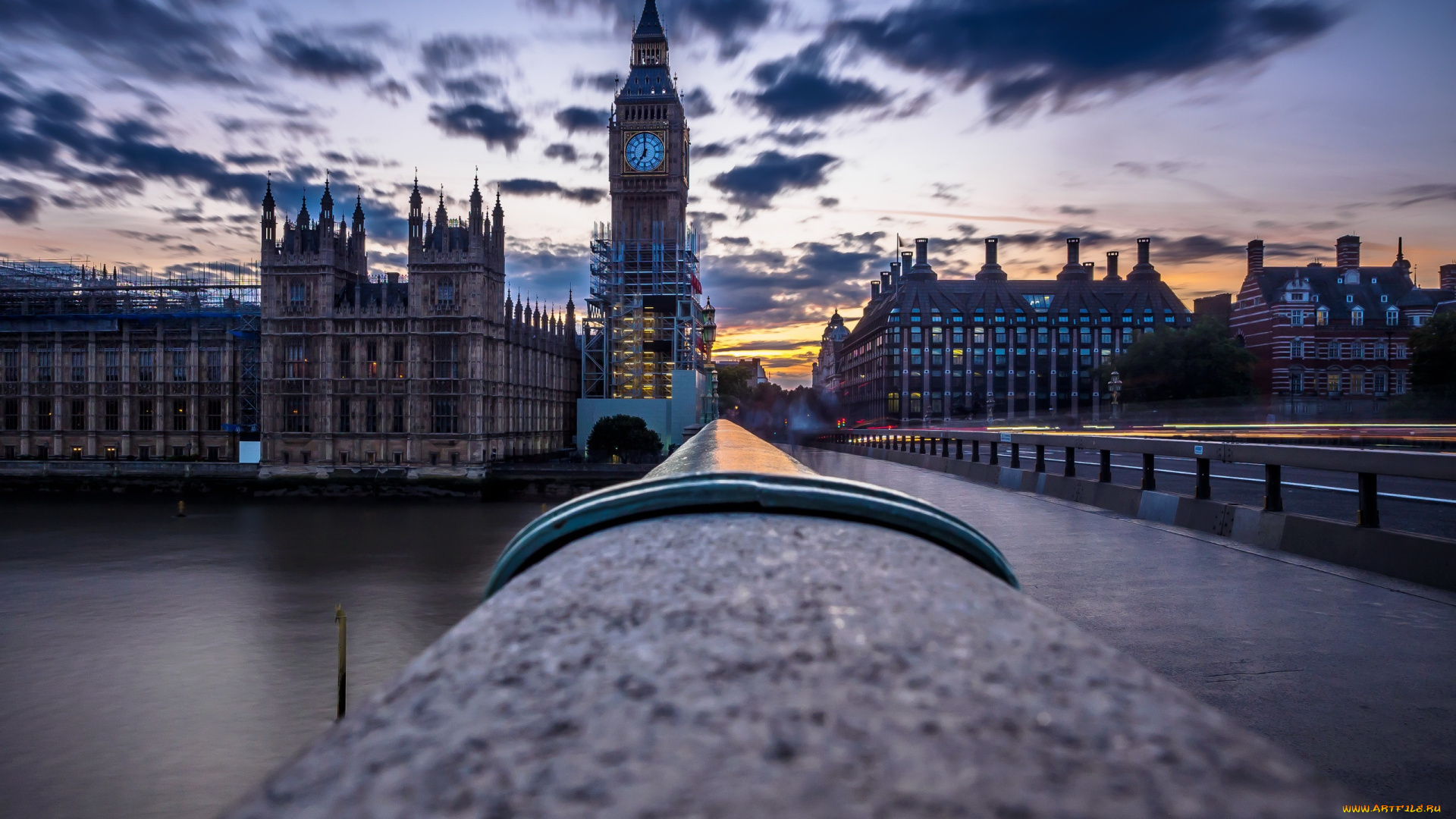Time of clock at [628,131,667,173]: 6:59
